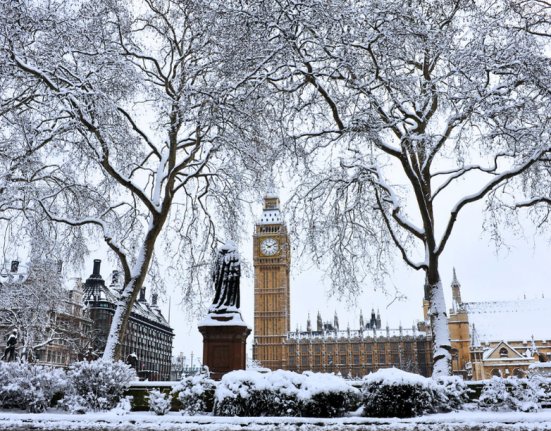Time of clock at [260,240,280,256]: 10:10
